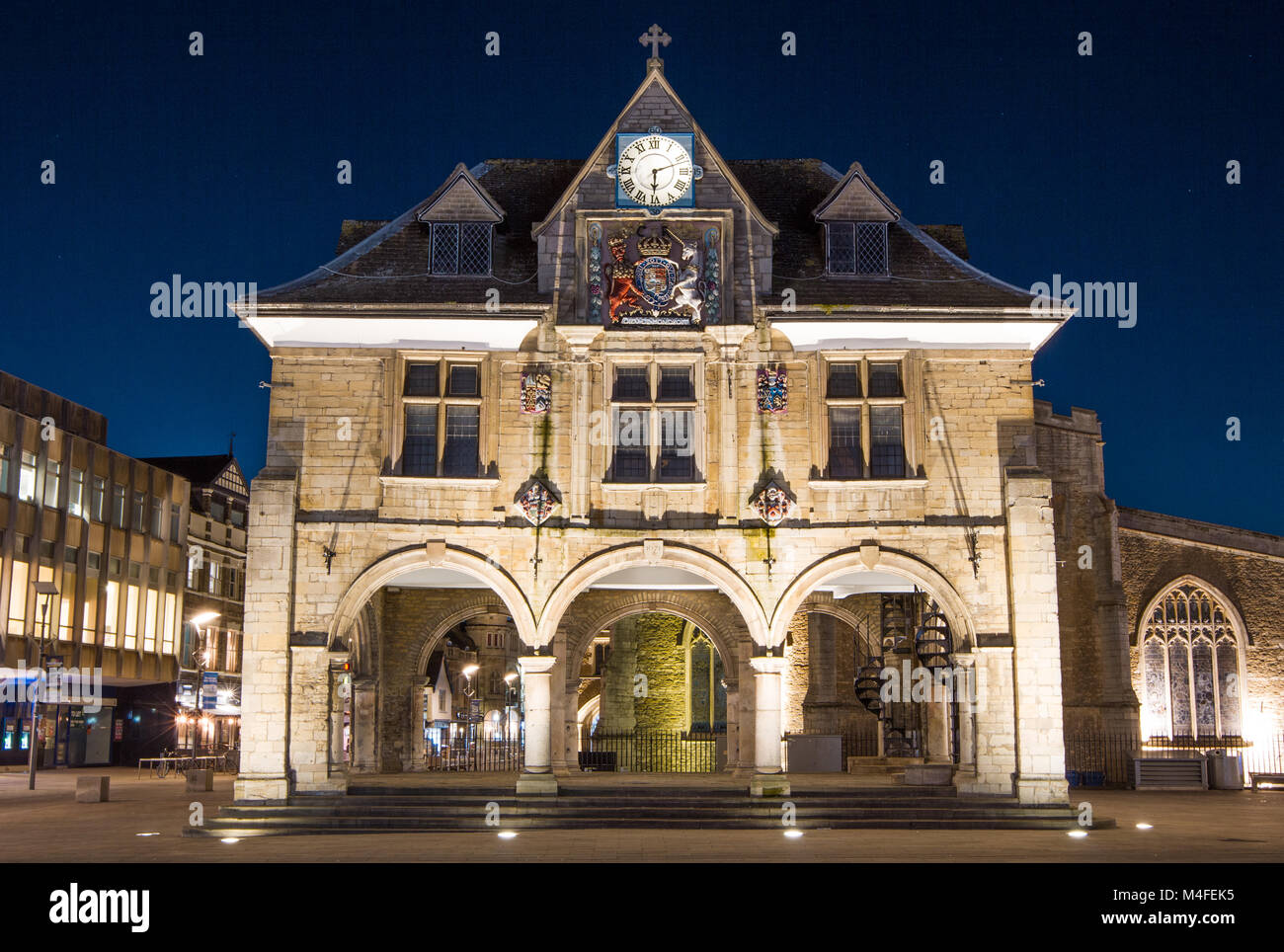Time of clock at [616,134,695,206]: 6:11
